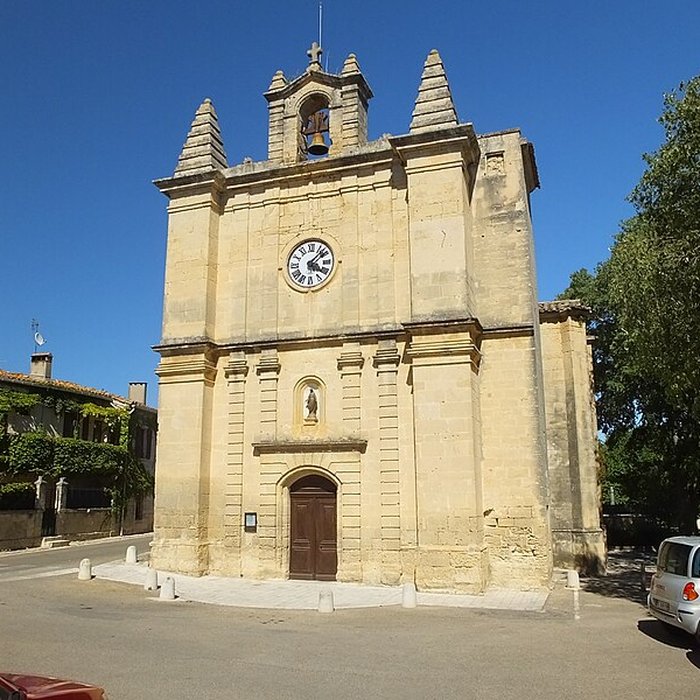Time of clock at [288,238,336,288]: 4:07
